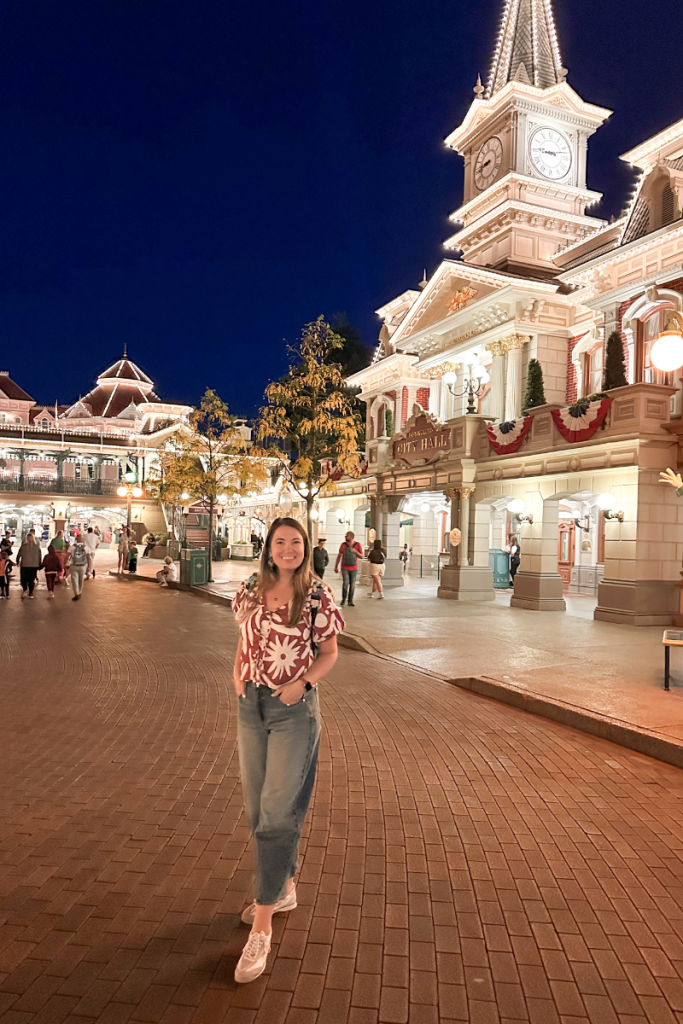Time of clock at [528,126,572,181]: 9:12
